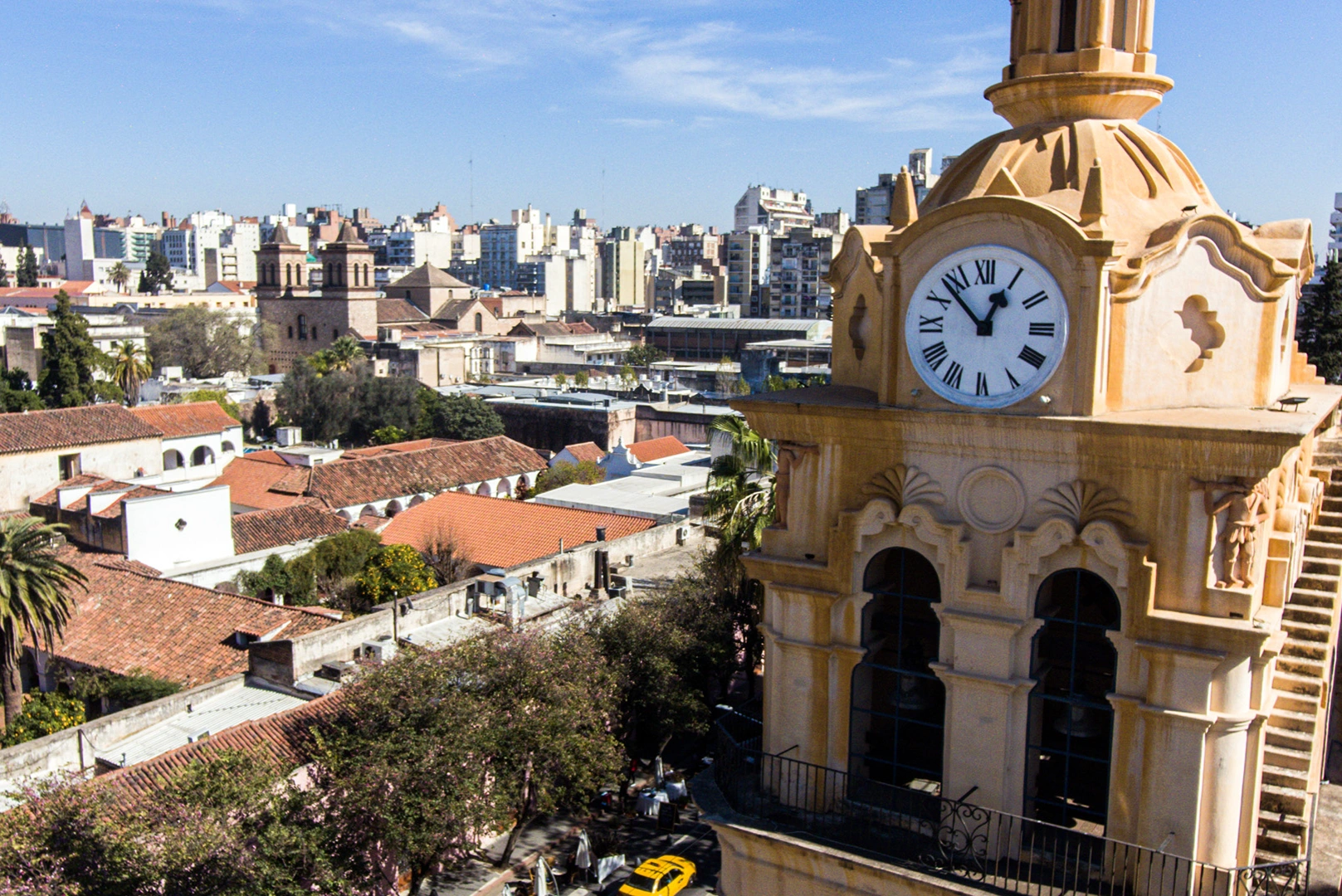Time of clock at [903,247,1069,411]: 12:52
